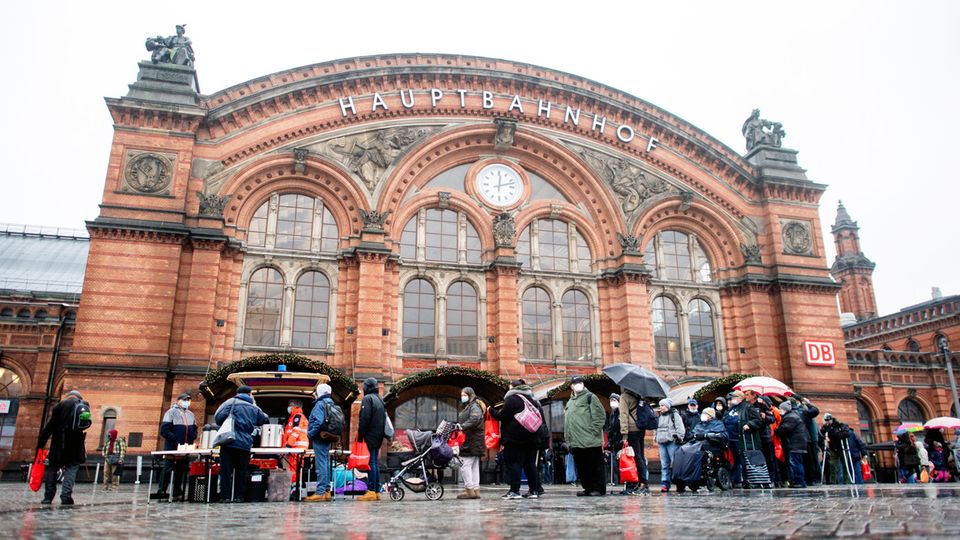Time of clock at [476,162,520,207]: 12:12
